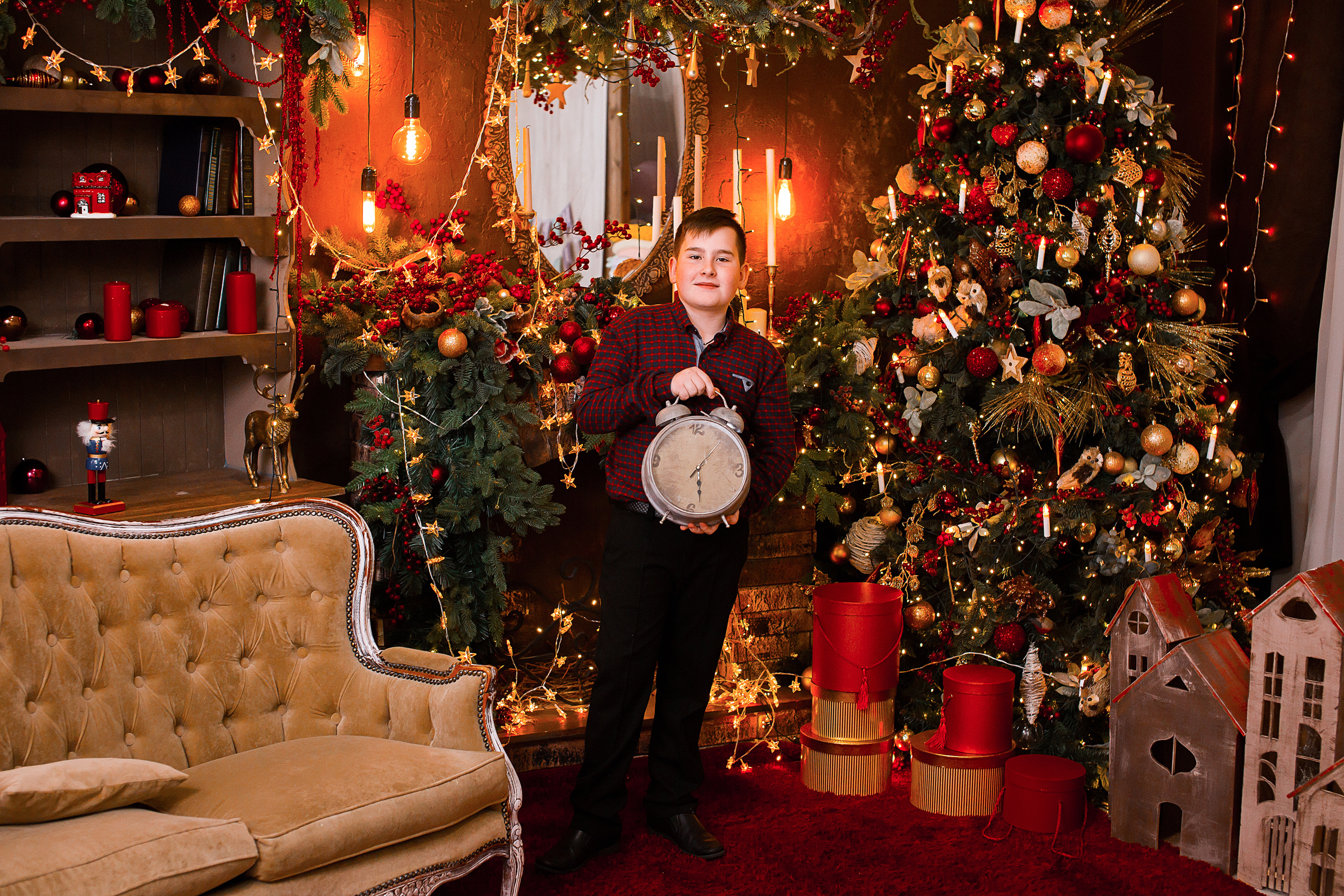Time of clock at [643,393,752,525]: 1:28
